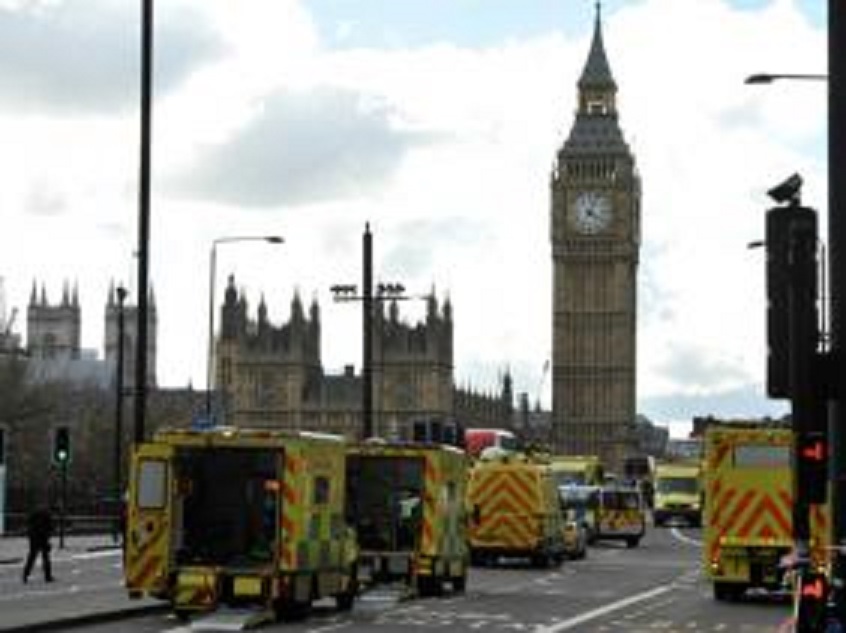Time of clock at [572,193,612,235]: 4:04
